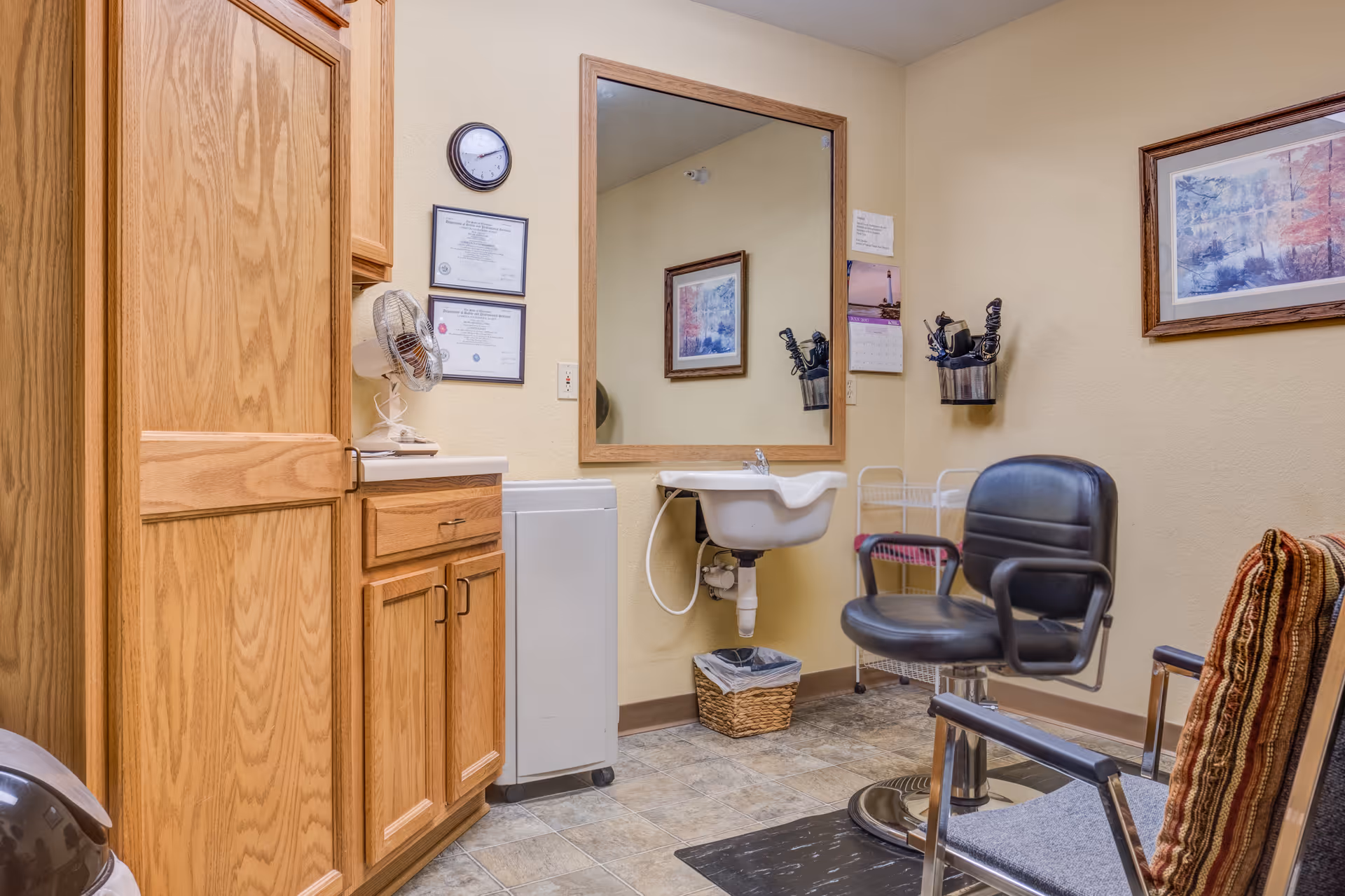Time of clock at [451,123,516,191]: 2:11
